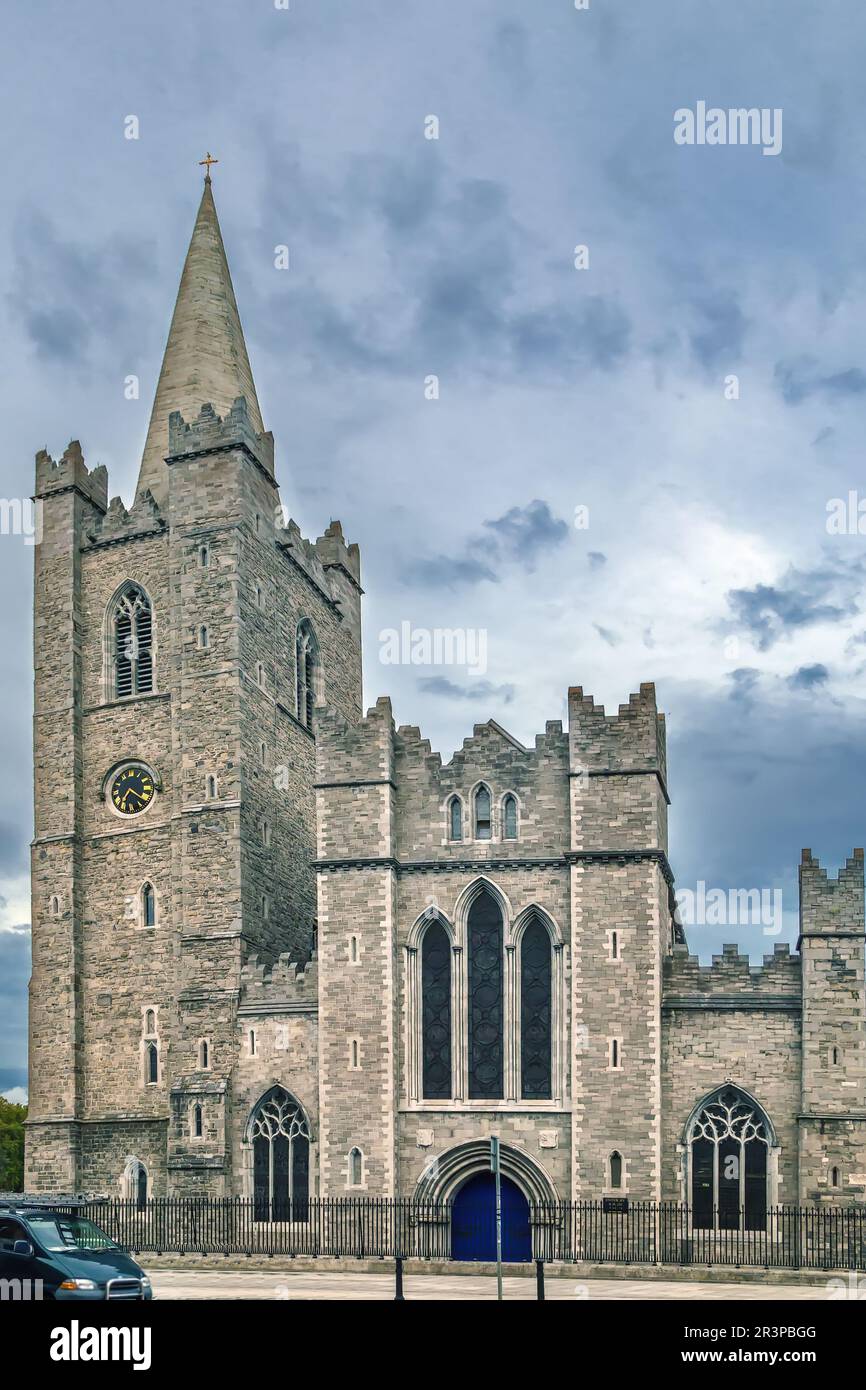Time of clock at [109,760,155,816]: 7:21
